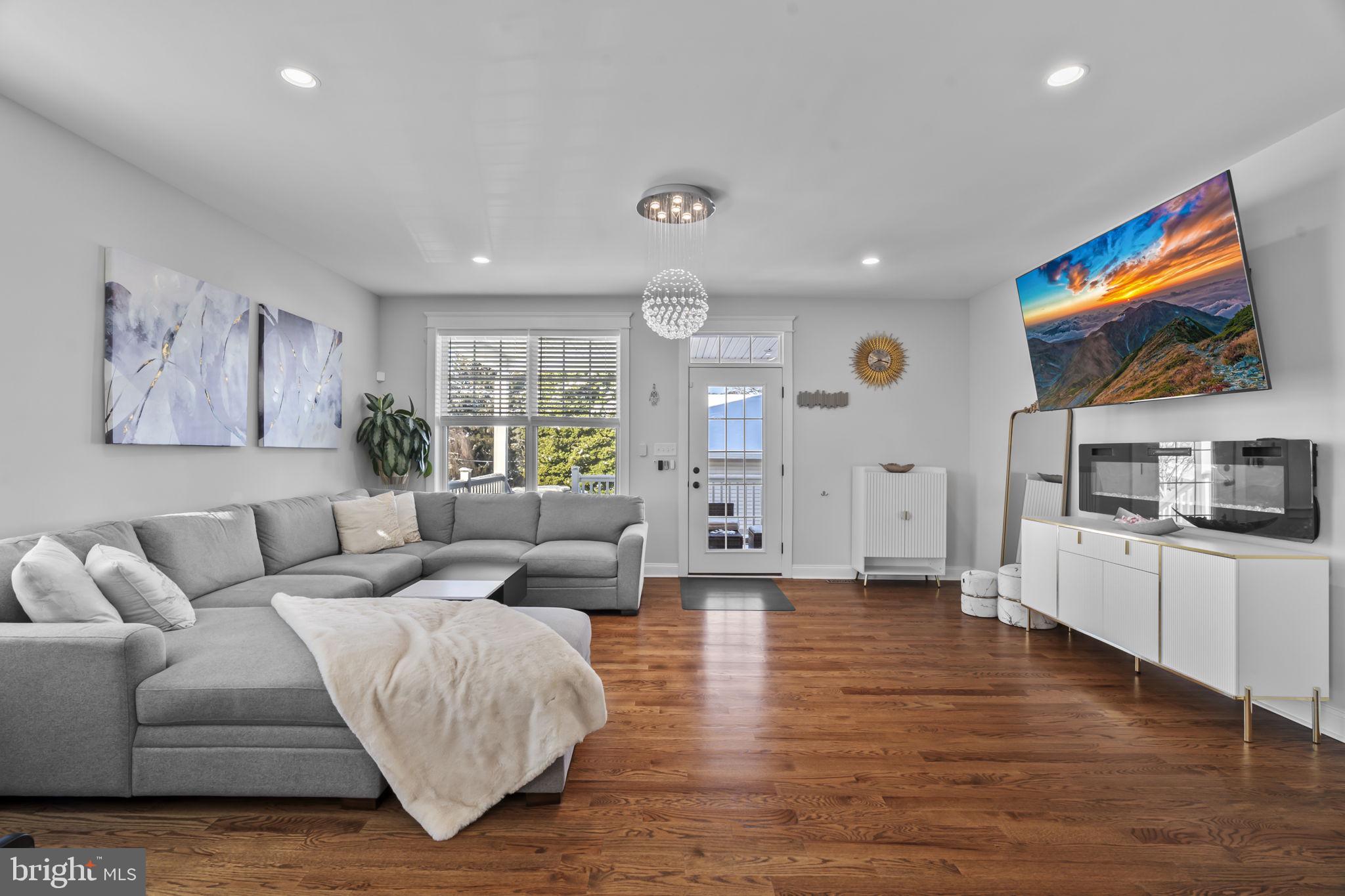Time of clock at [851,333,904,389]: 3:40
